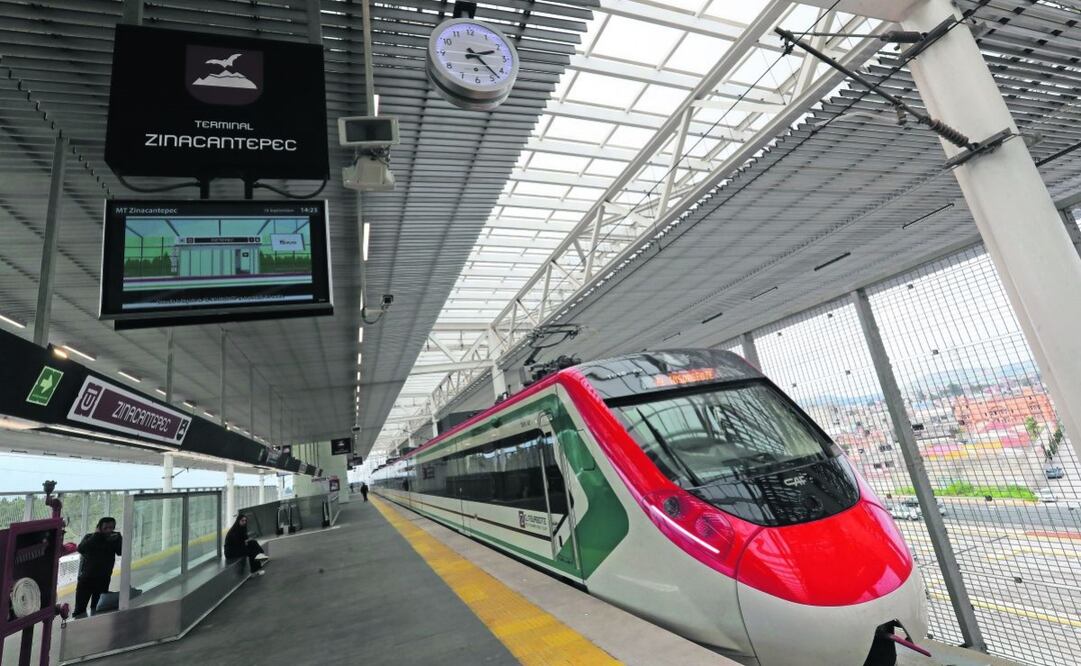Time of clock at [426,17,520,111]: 2:23
